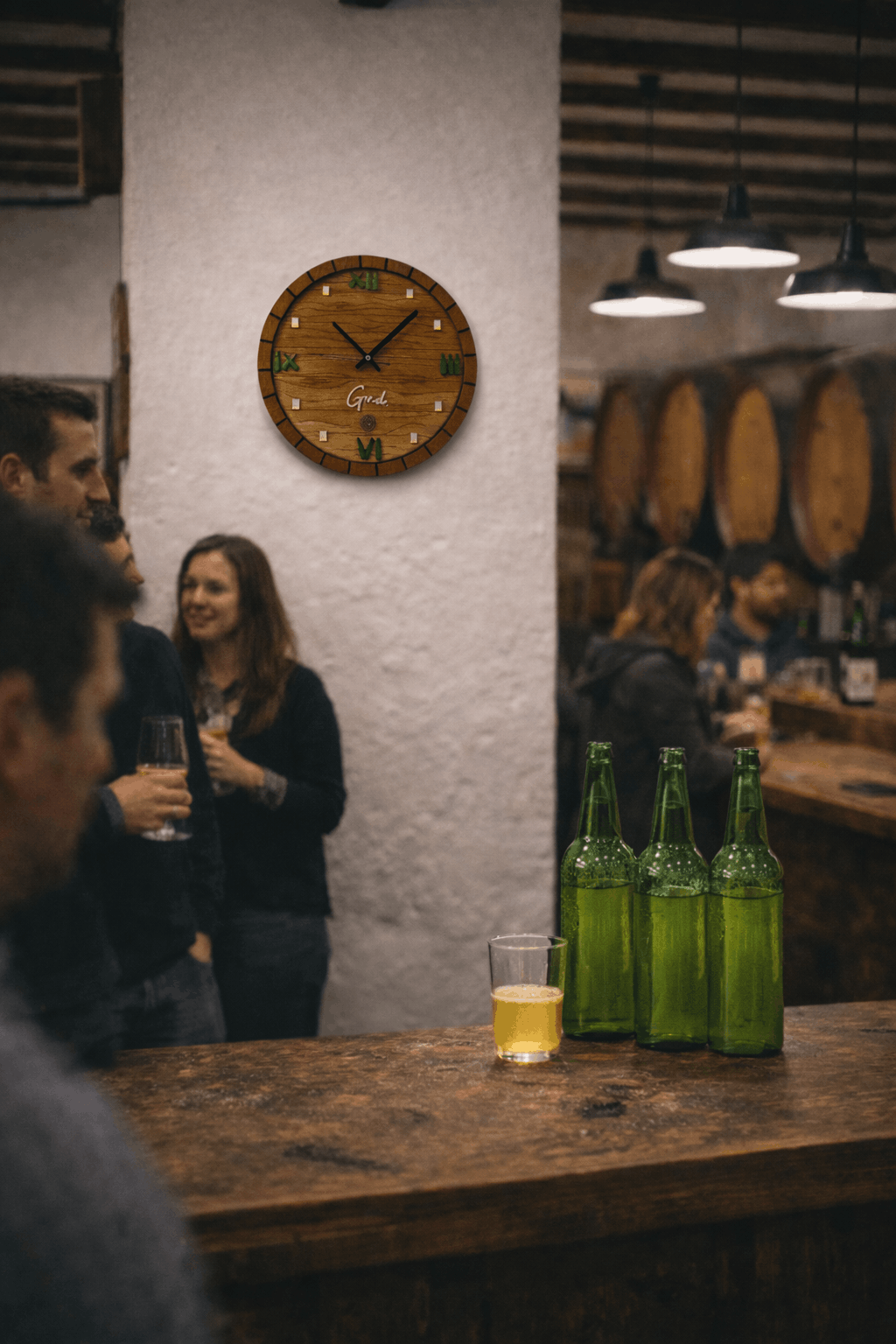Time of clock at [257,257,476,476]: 10:07
